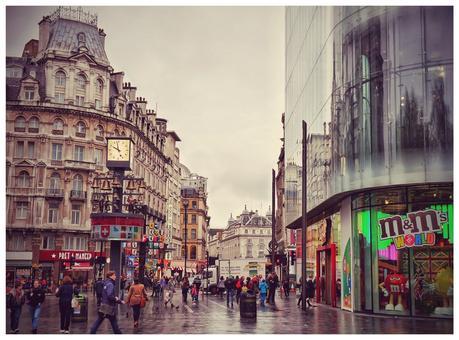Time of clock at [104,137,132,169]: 9:57
